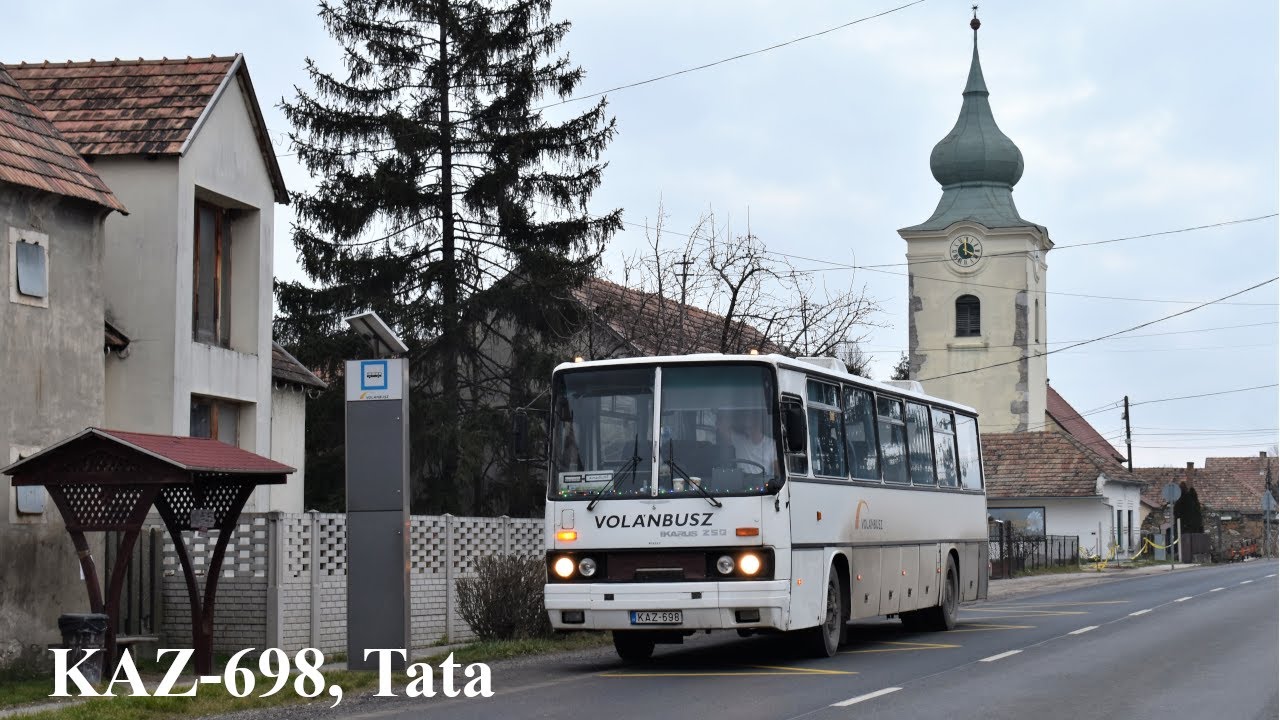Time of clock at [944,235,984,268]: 4:00
